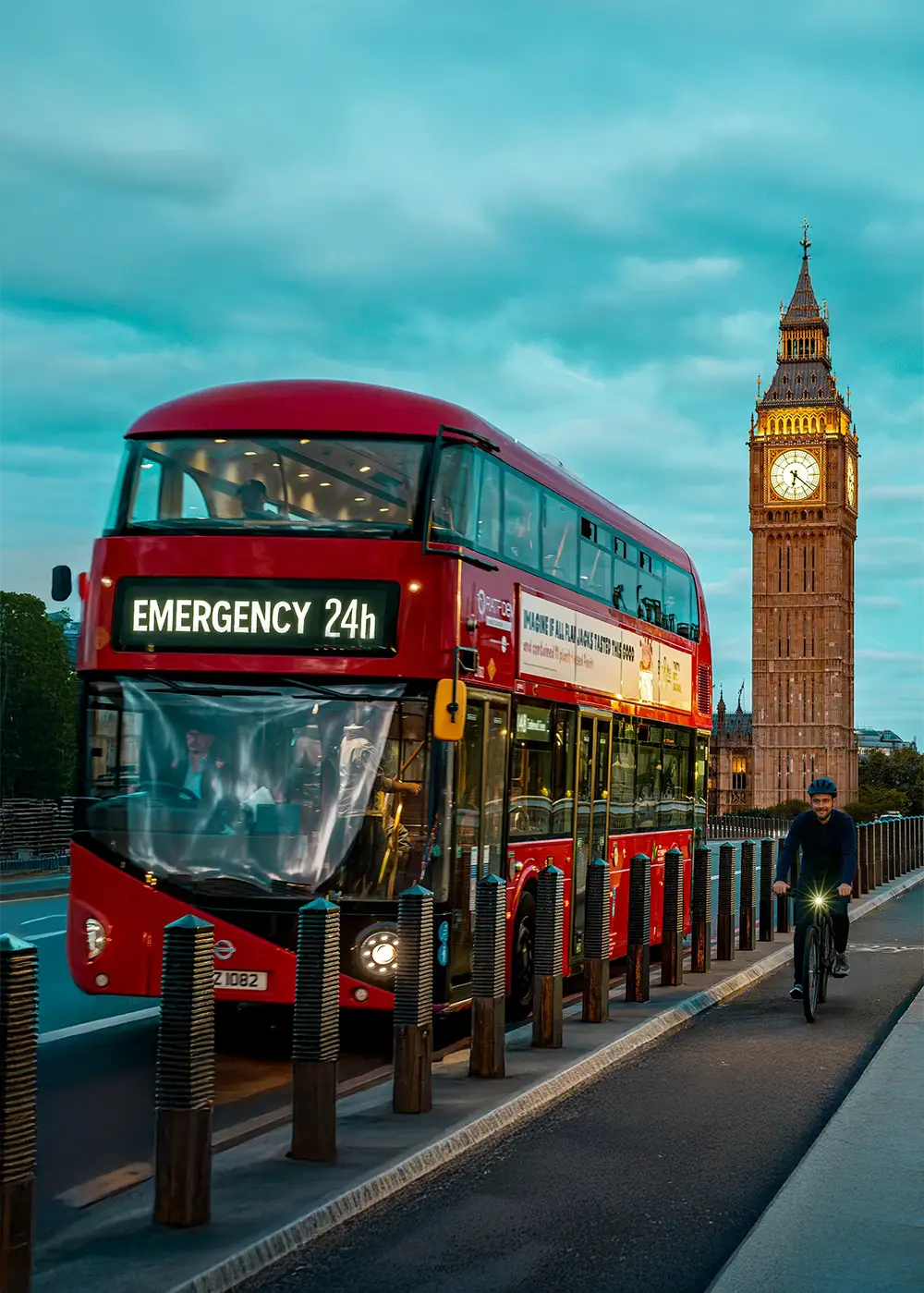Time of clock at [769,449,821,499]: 6:21
